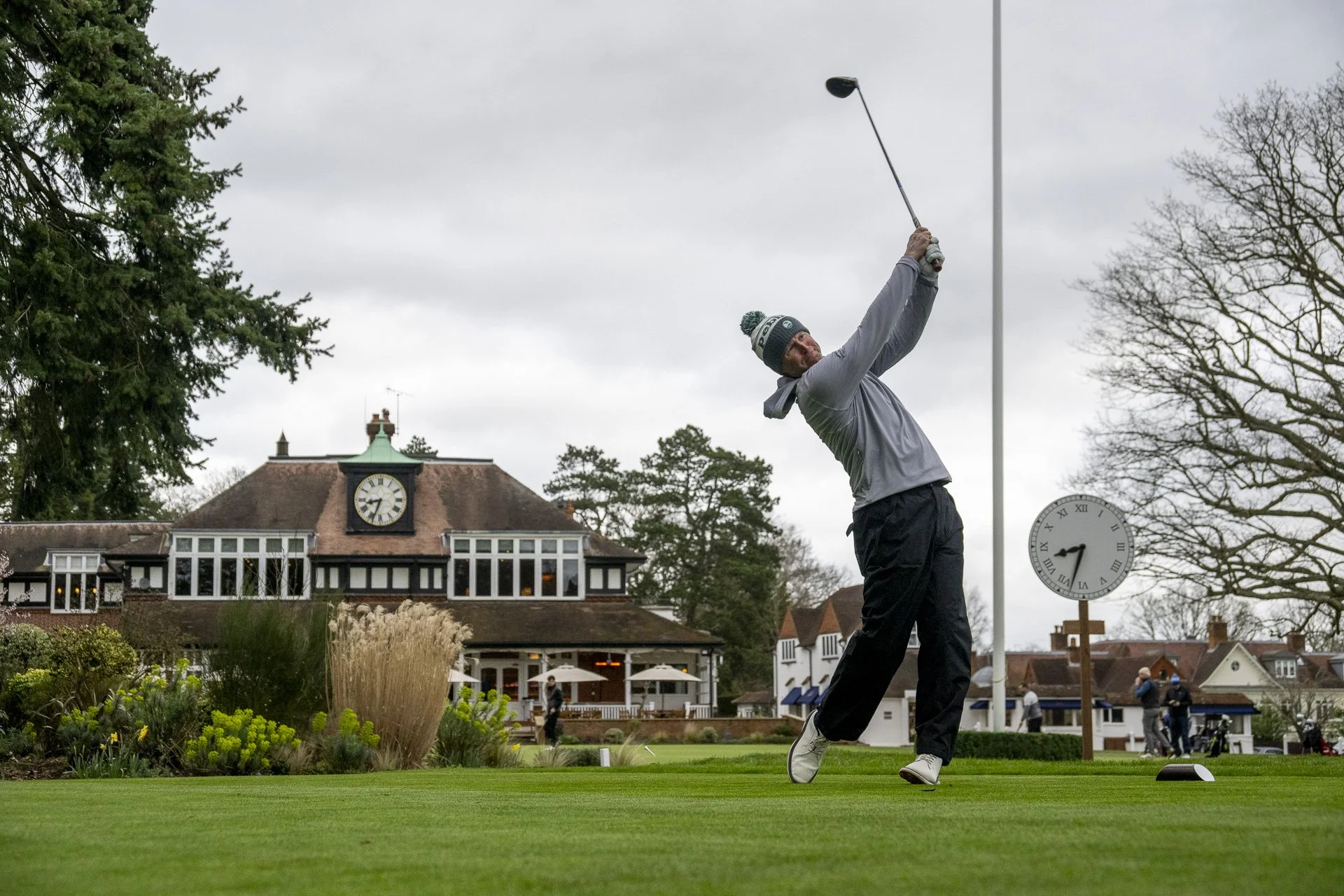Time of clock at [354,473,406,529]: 8:33
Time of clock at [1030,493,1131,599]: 8:32
